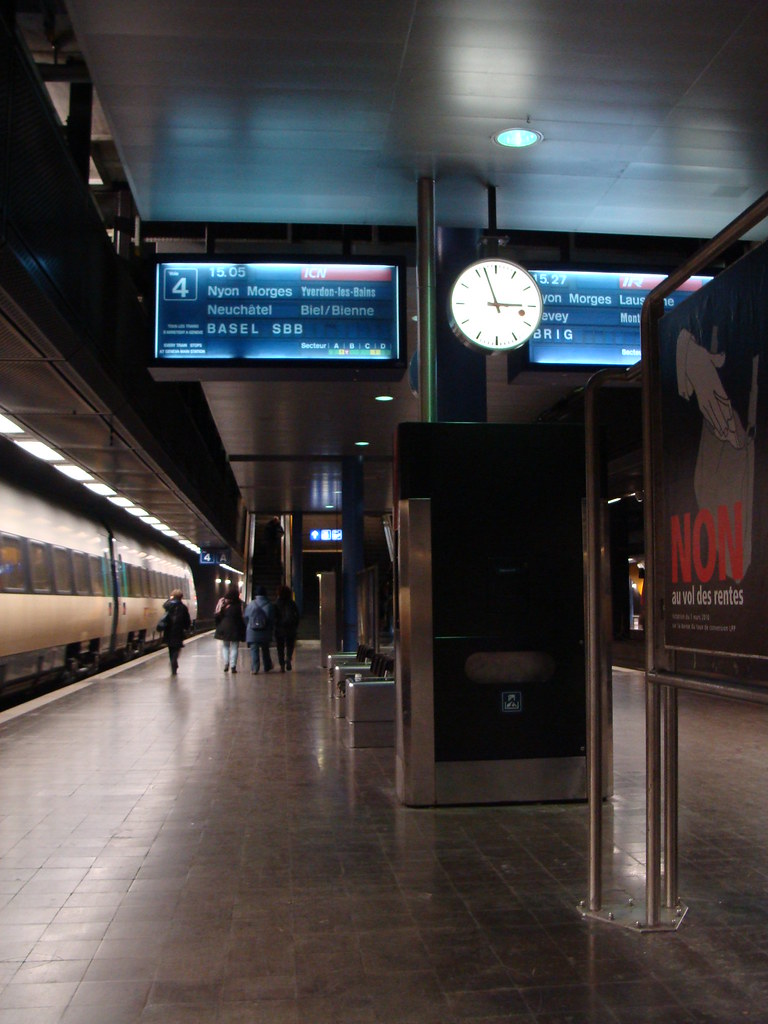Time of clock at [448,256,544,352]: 2:56
